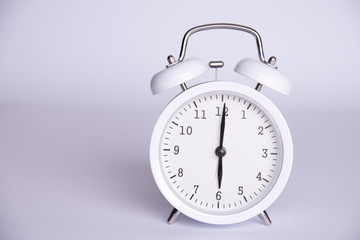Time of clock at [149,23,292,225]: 6:00
